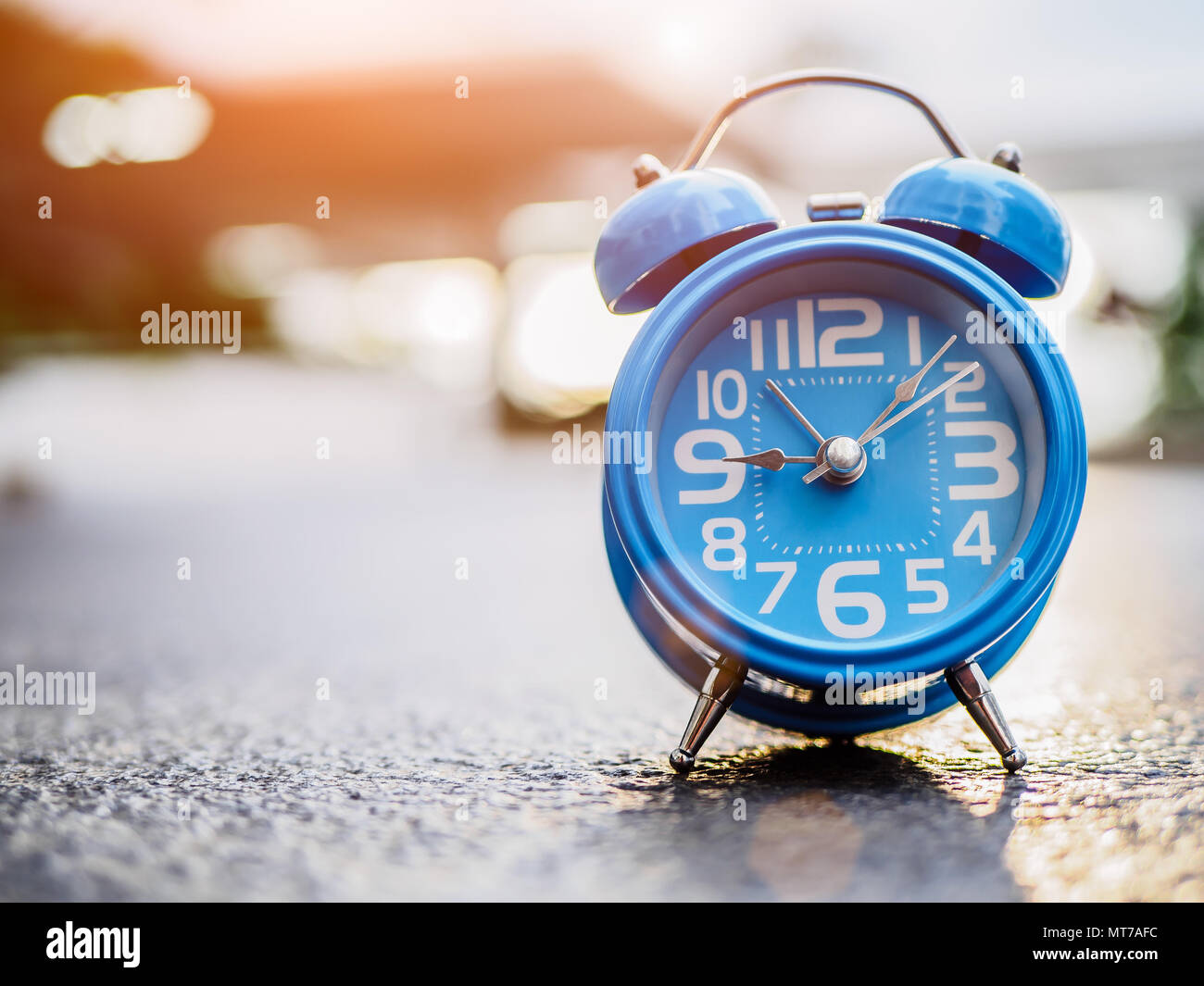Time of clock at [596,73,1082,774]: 9:08
